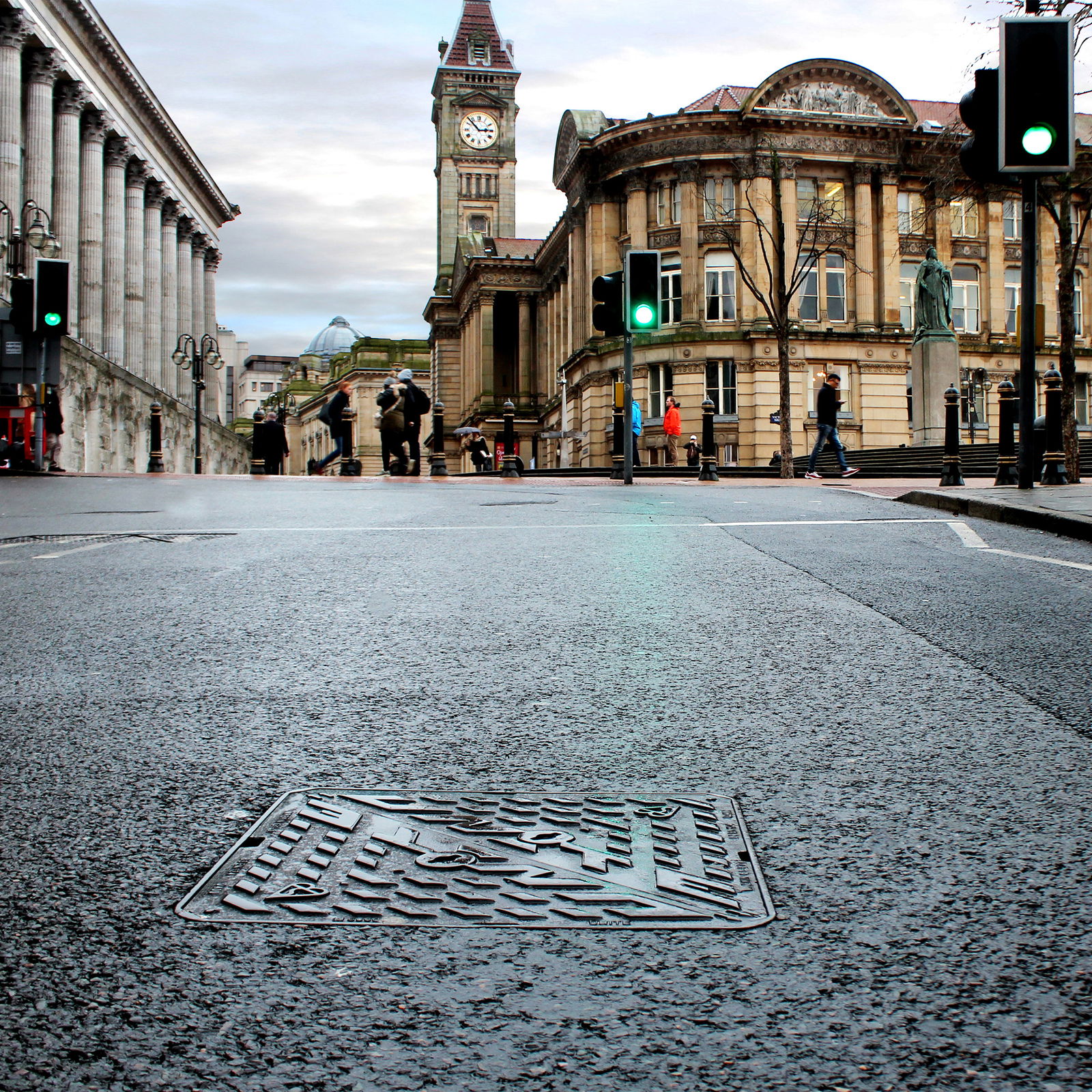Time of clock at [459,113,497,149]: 2:53
